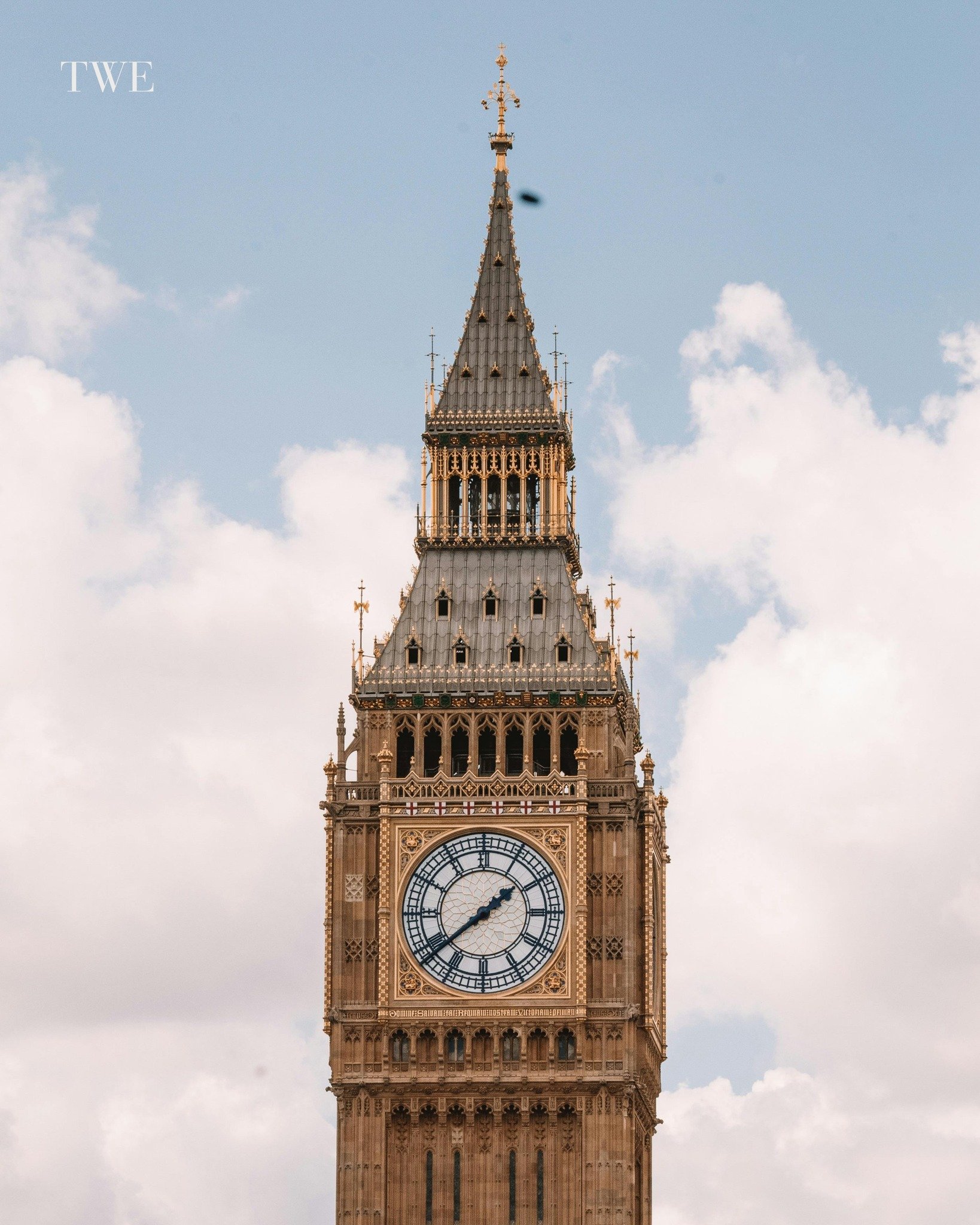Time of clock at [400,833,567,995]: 1:38
